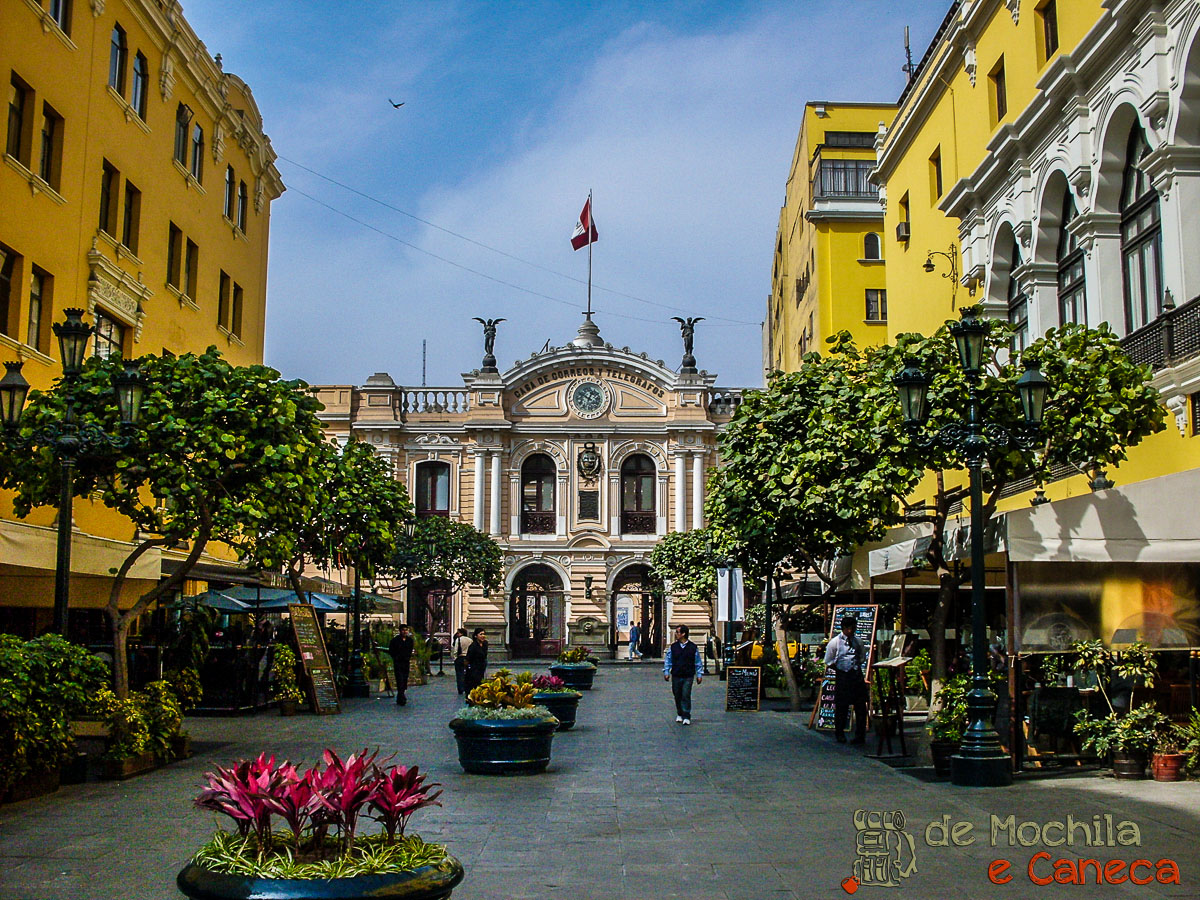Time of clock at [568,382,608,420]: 12:49
